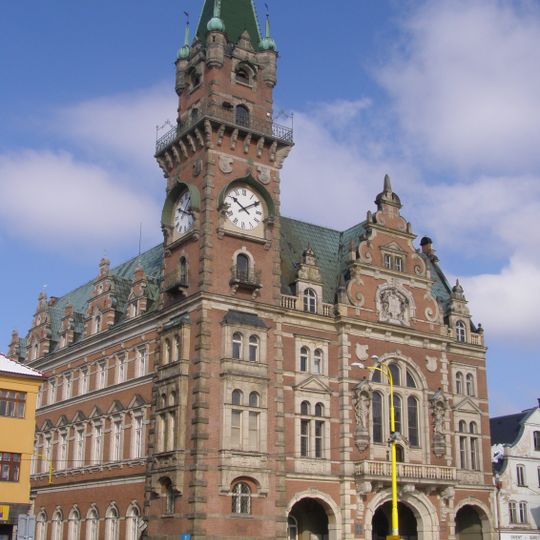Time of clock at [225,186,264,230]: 10:09
